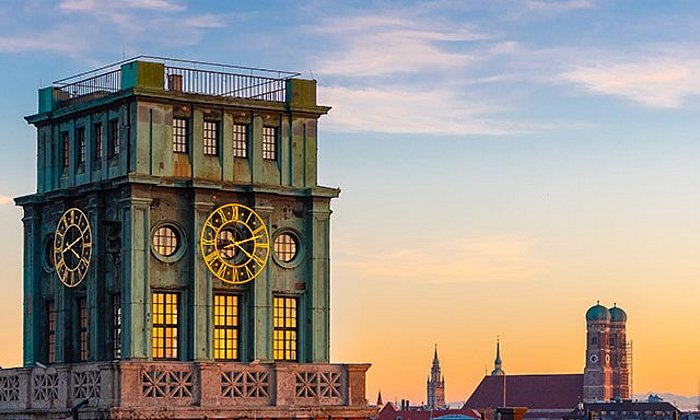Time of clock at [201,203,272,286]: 8:20
